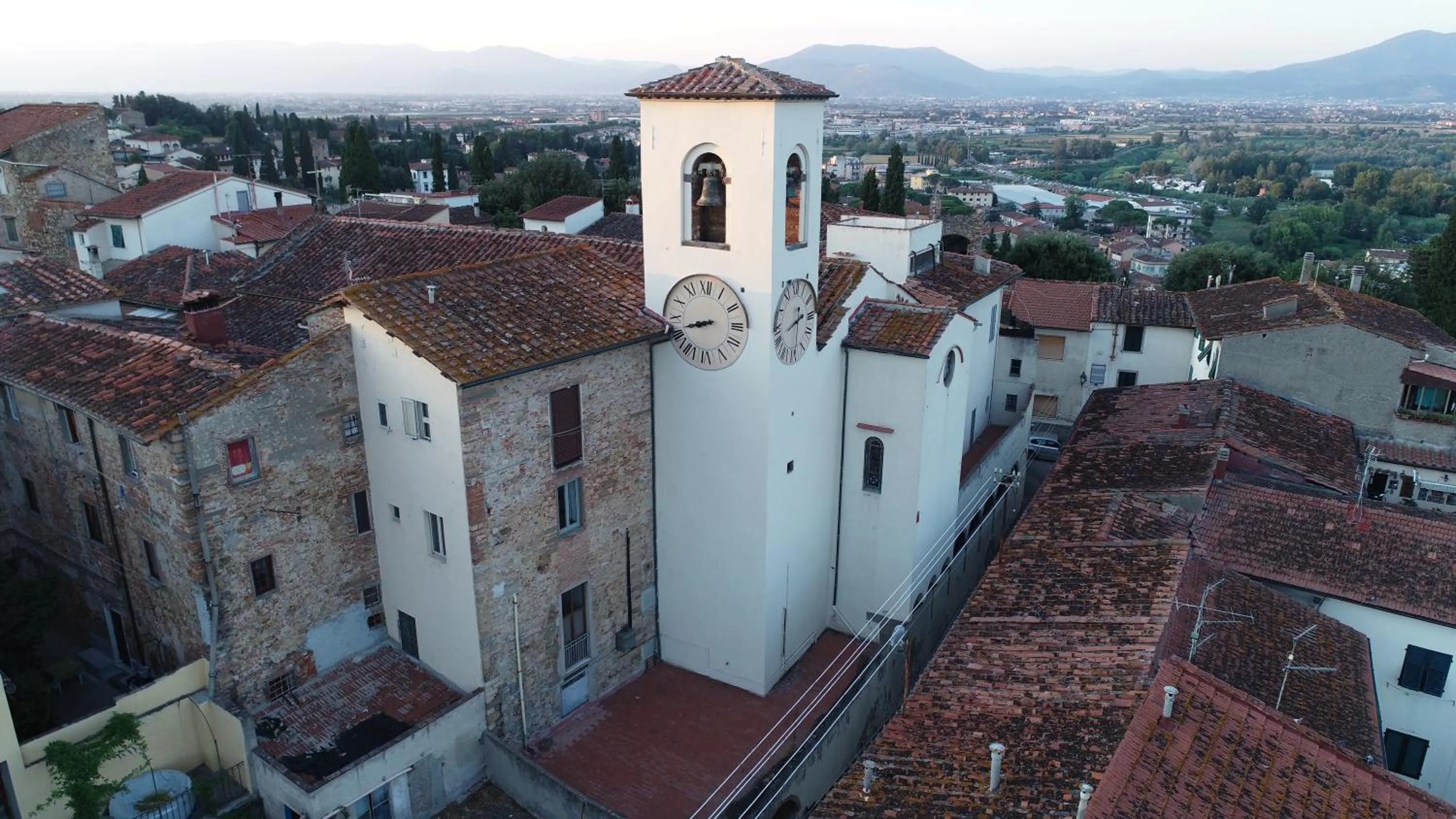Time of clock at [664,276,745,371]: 8:41
